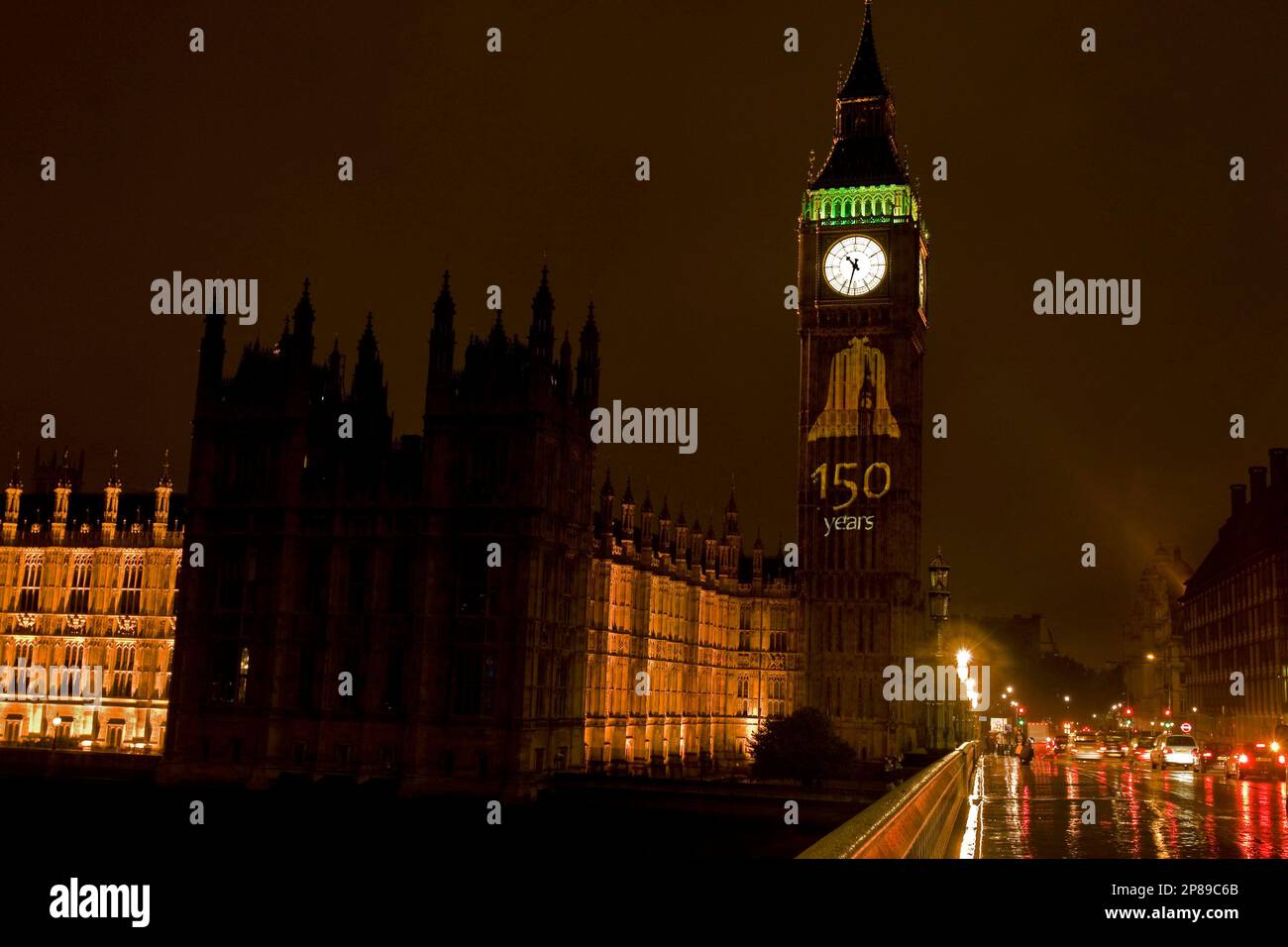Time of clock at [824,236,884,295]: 10:32
